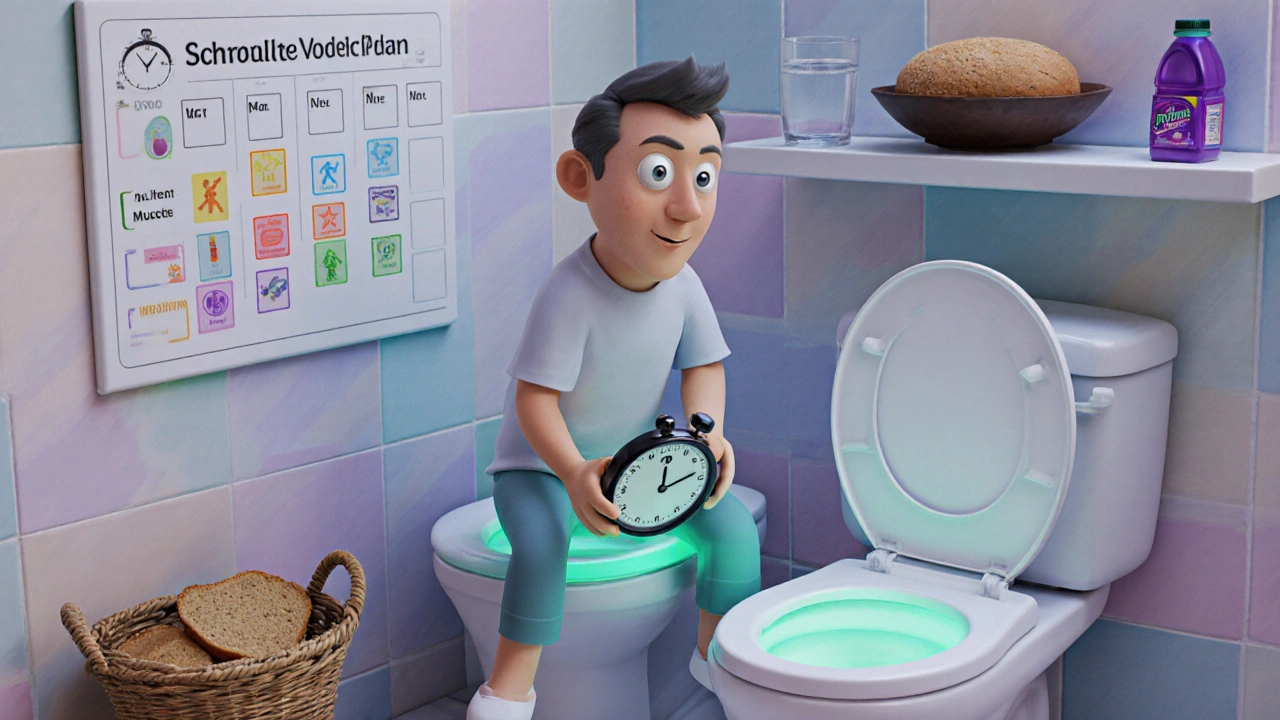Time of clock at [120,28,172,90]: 12:54
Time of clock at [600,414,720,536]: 12:12
